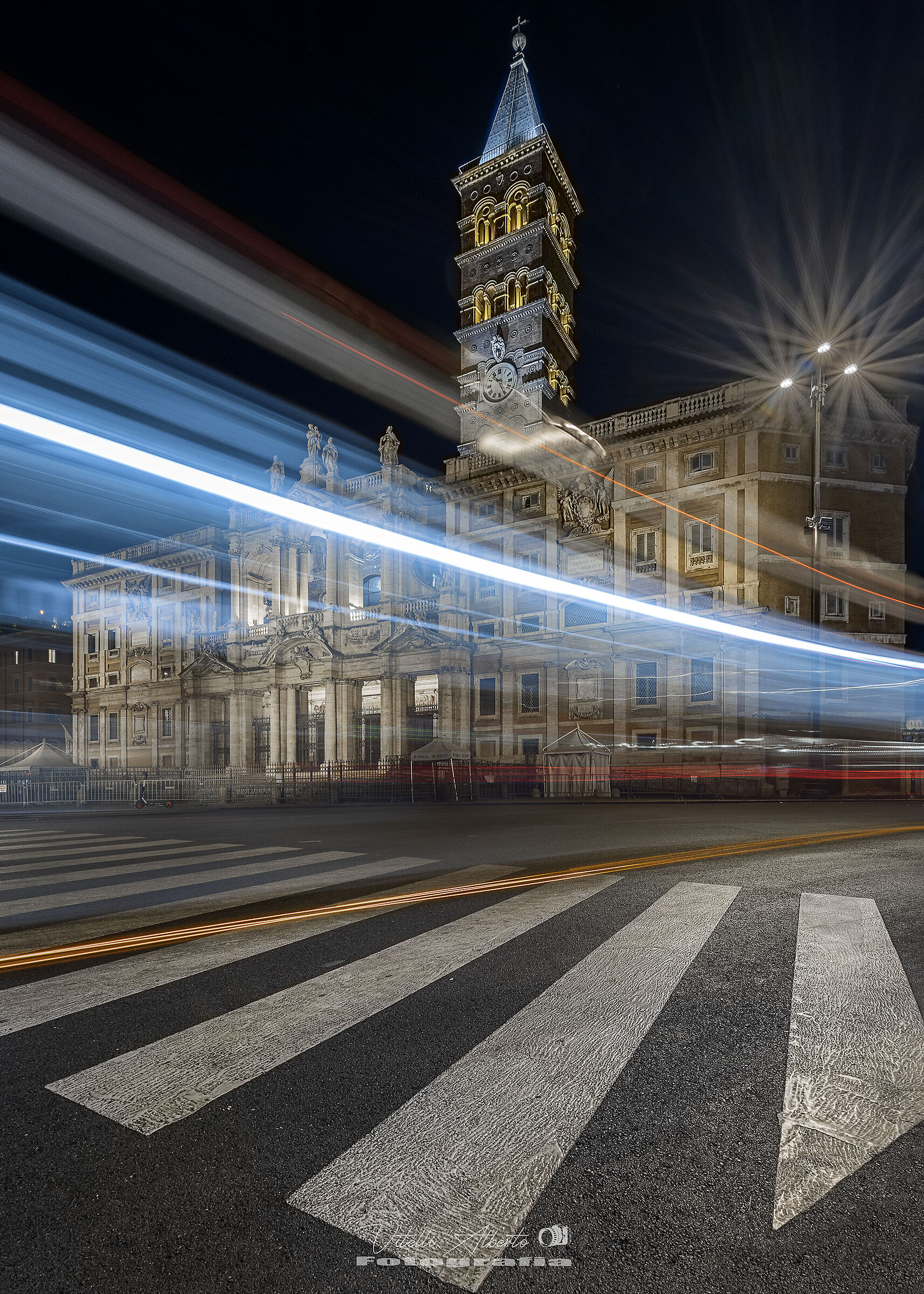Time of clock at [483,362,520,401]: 10:25
